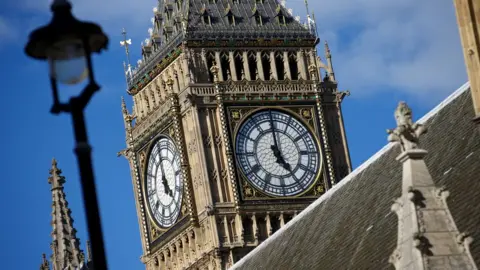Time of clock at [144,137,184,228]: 4:59
